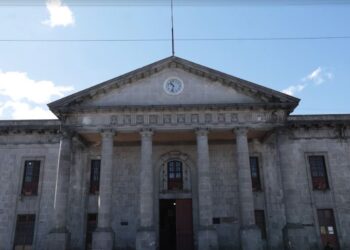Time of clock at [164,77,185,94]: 10:32
